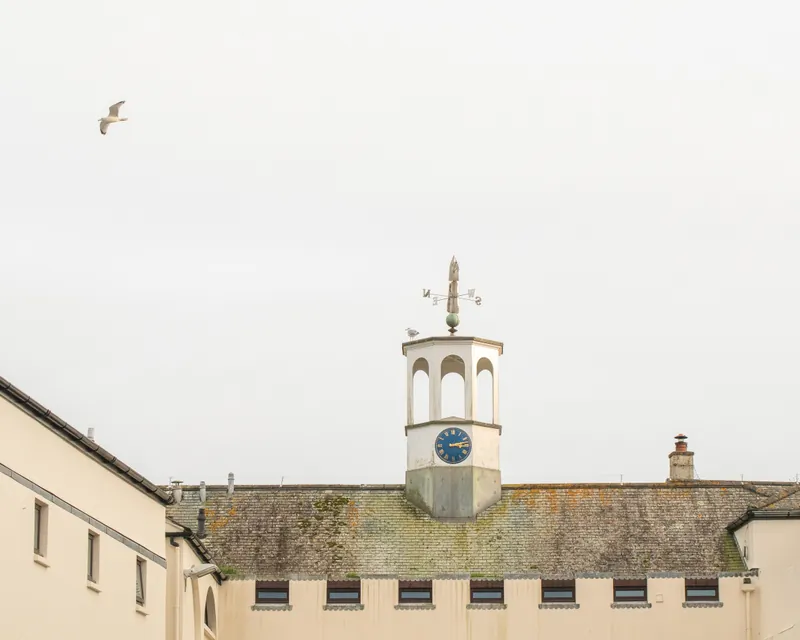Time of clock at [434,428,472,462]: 3:12
